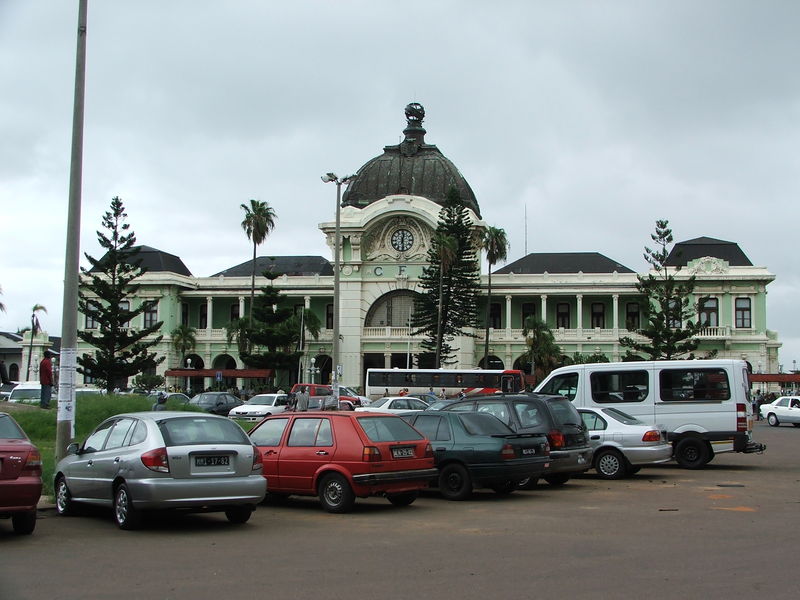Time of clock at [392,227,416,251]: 12:28
